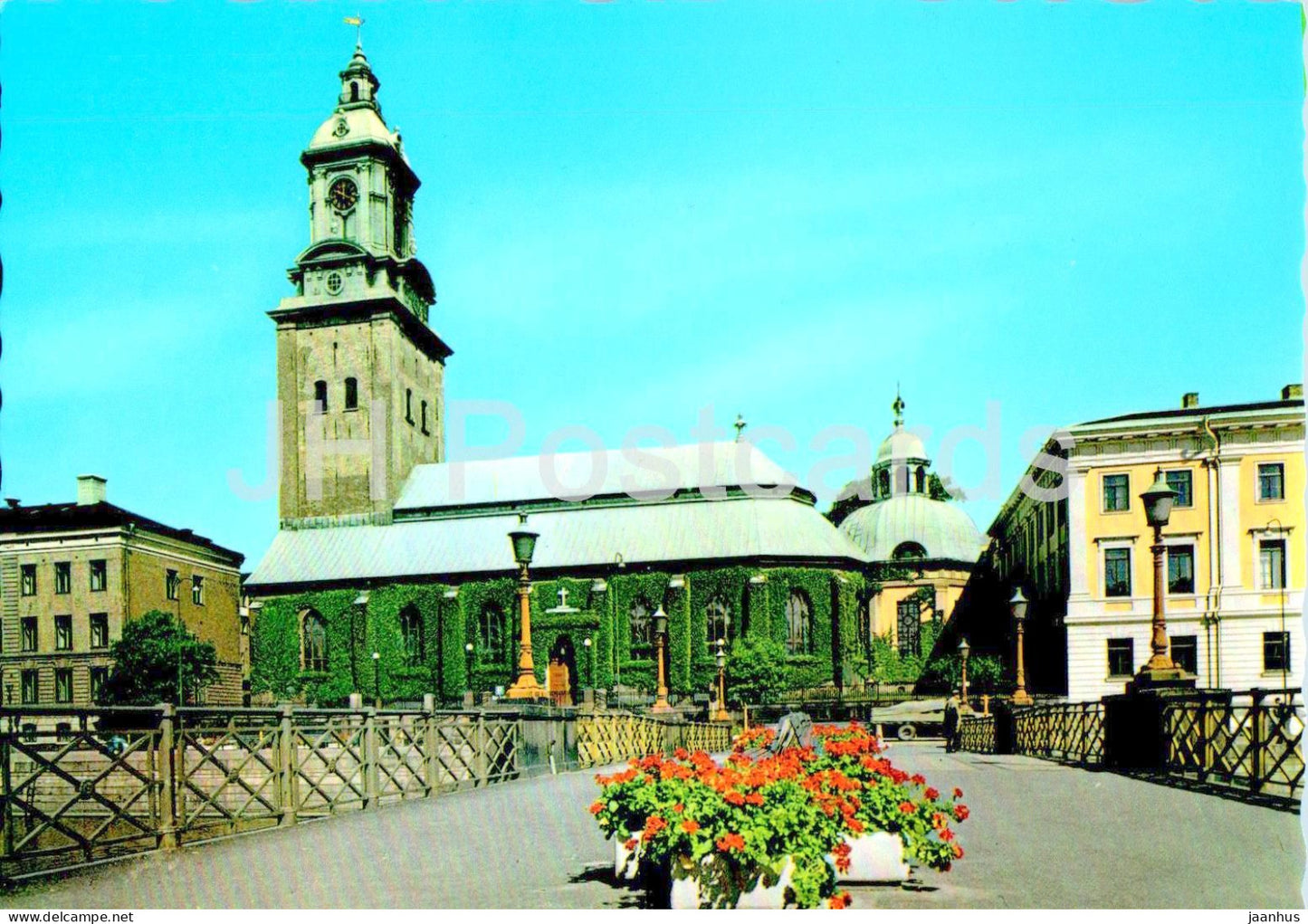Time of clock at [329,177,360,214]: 11:48
